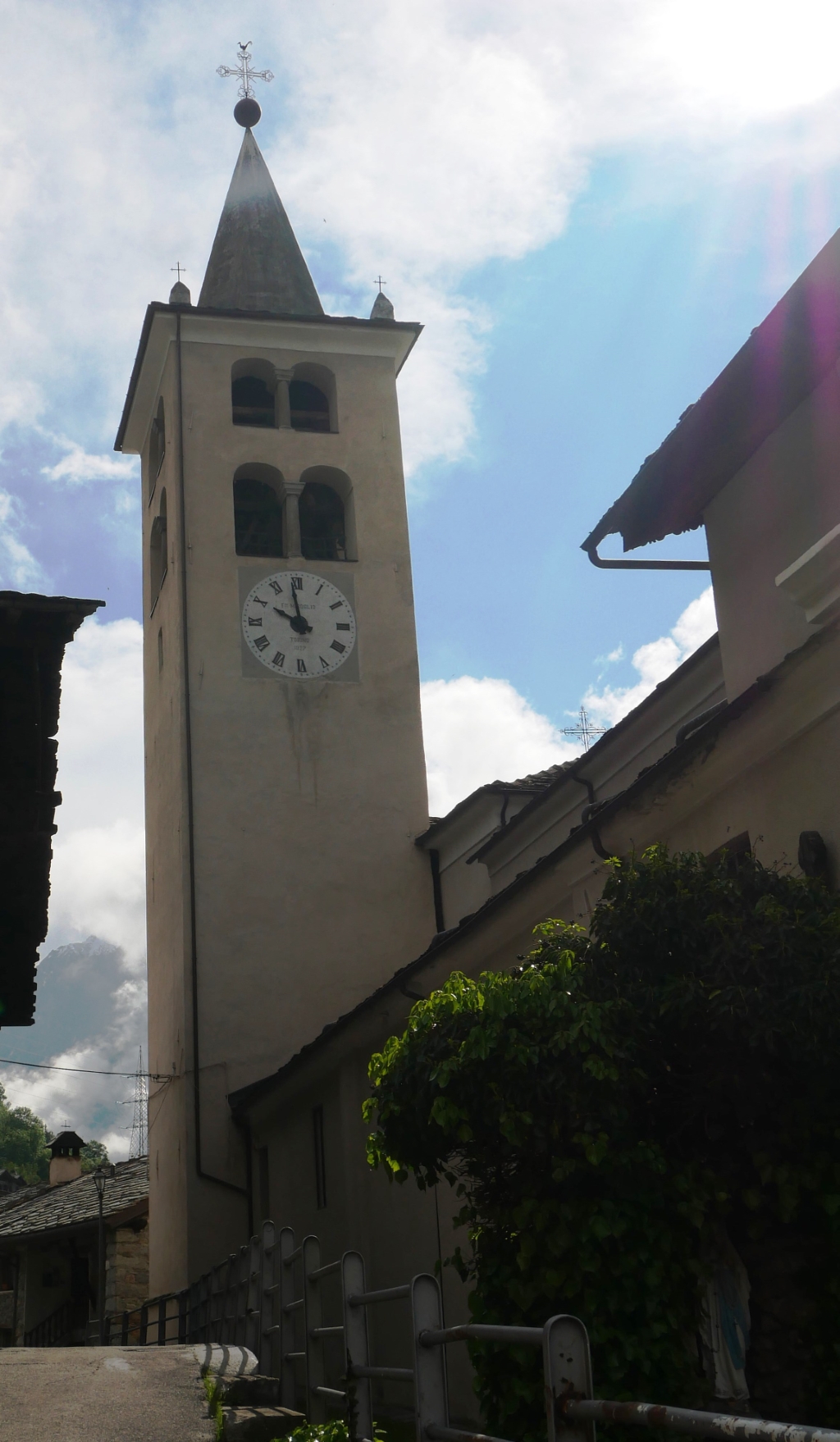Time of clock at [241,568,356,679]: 9:58
